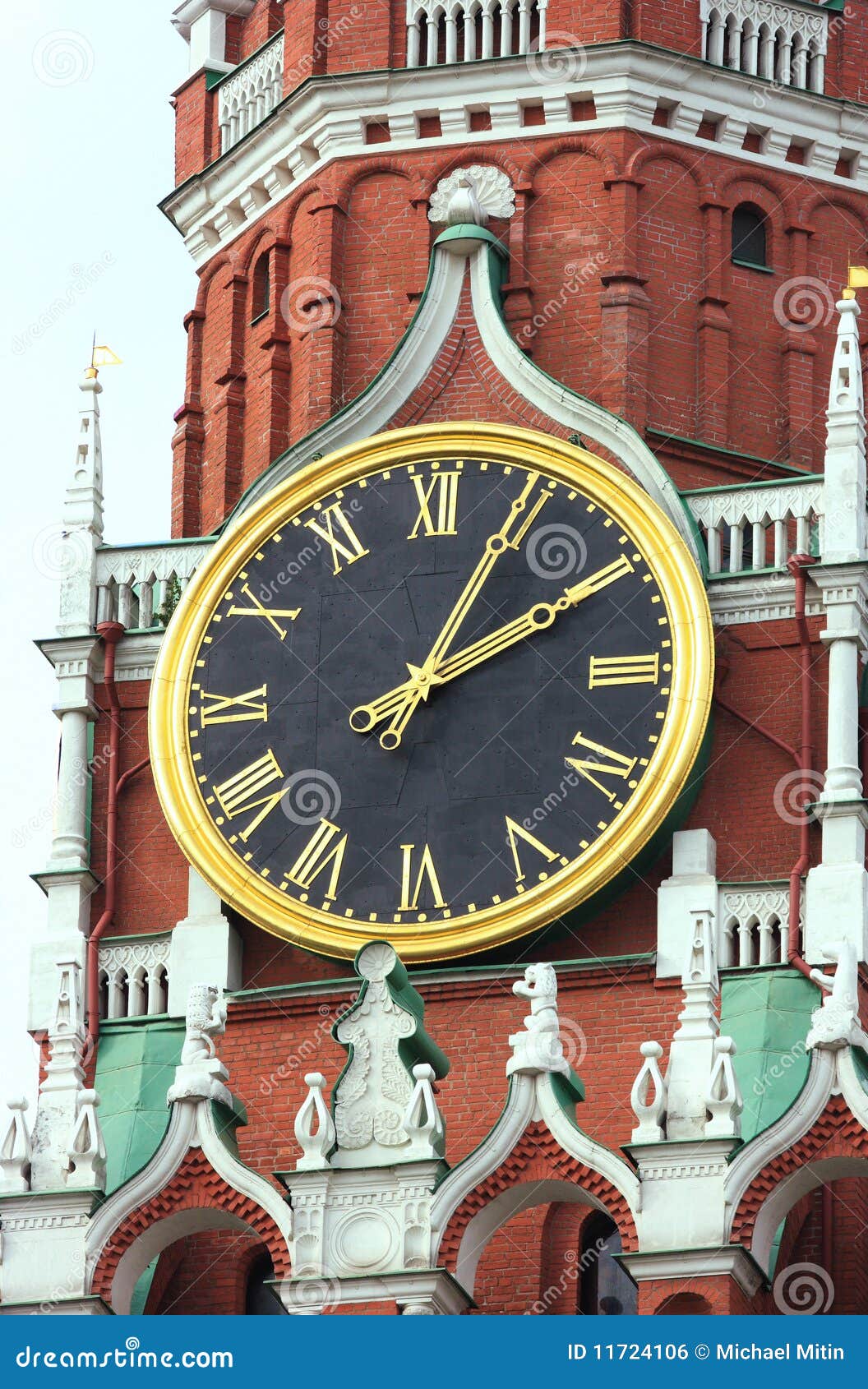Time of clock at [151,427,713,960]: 2:04
